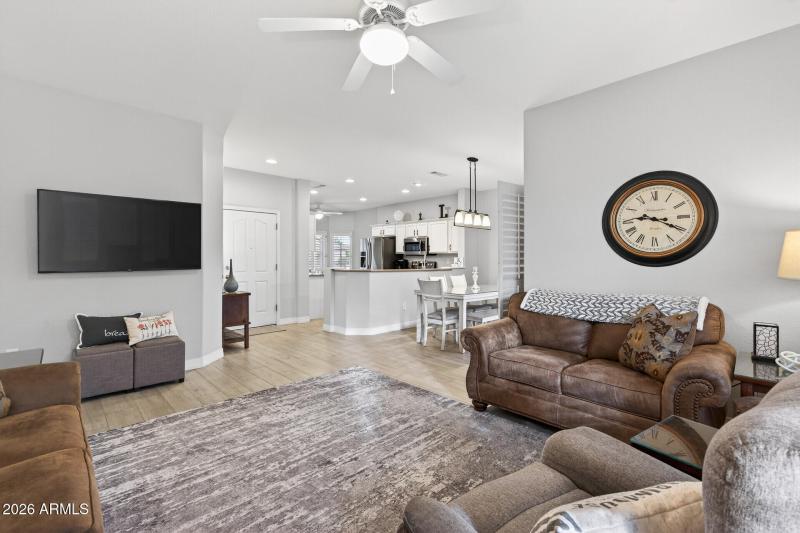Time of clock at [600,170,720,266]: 9:19
